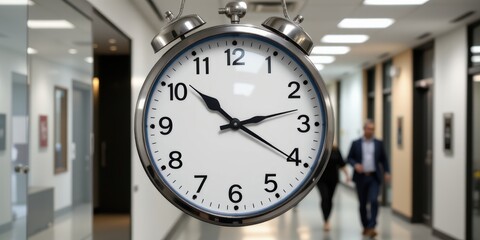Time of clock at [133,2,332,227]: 10:20
